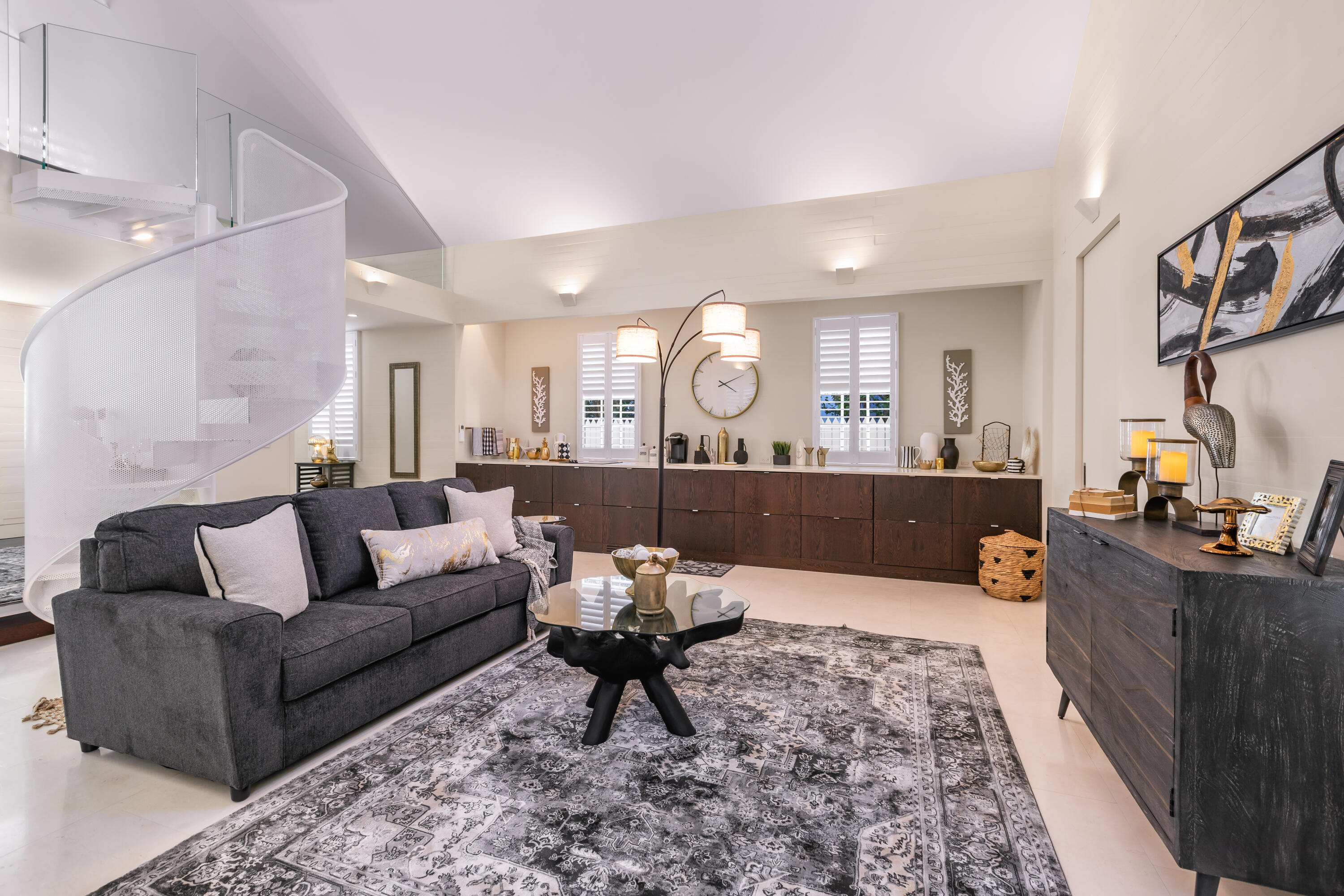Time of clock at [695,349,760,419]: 4:10
